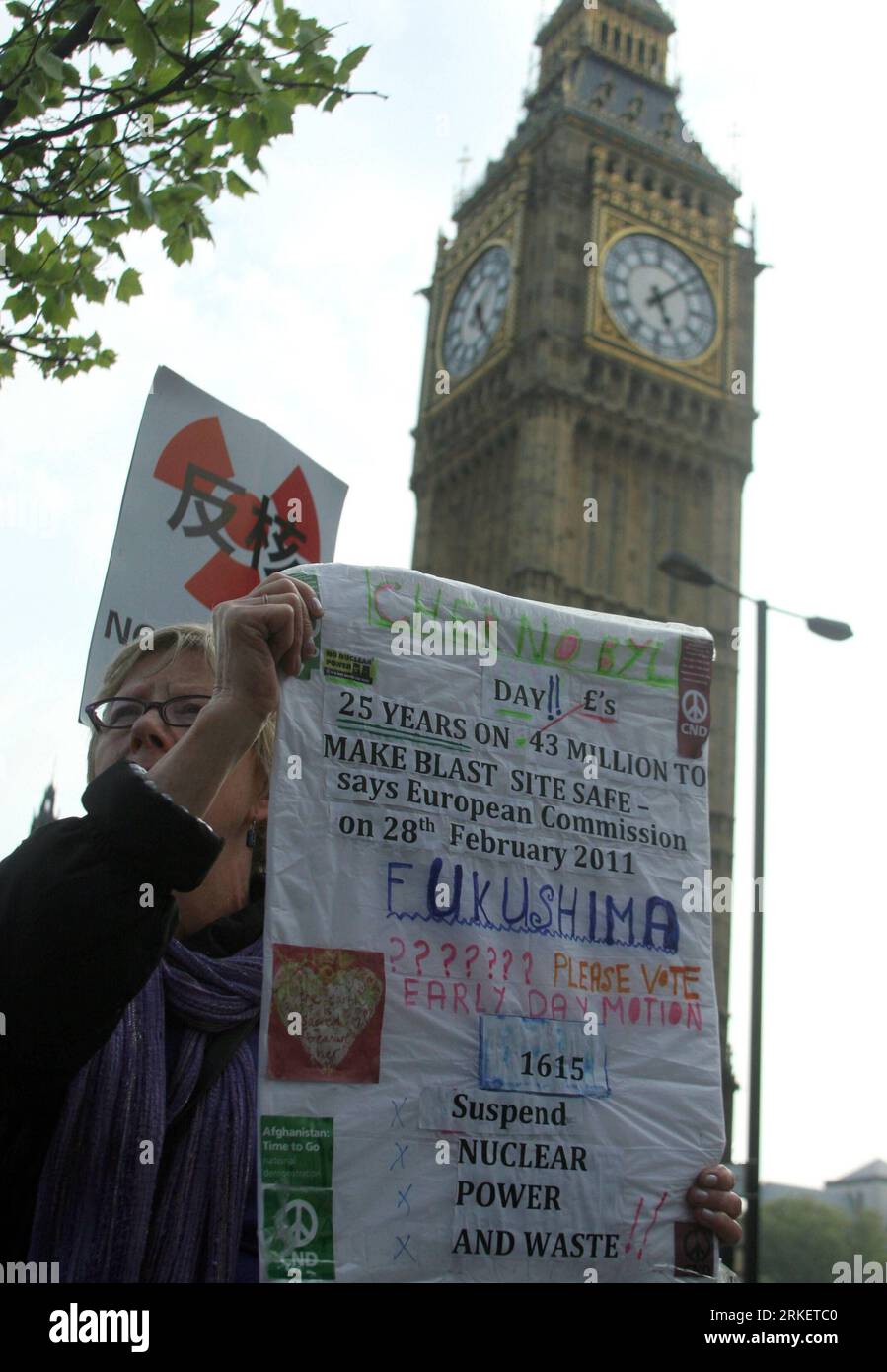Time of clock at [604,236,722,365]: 5:07
